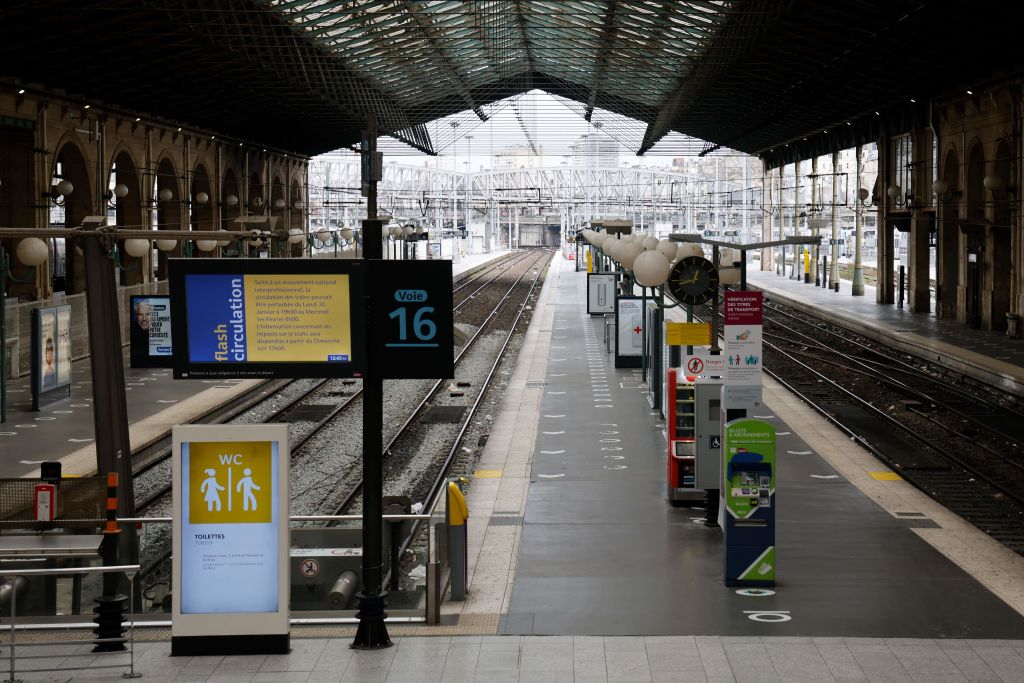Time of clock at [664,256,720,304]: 12:42
